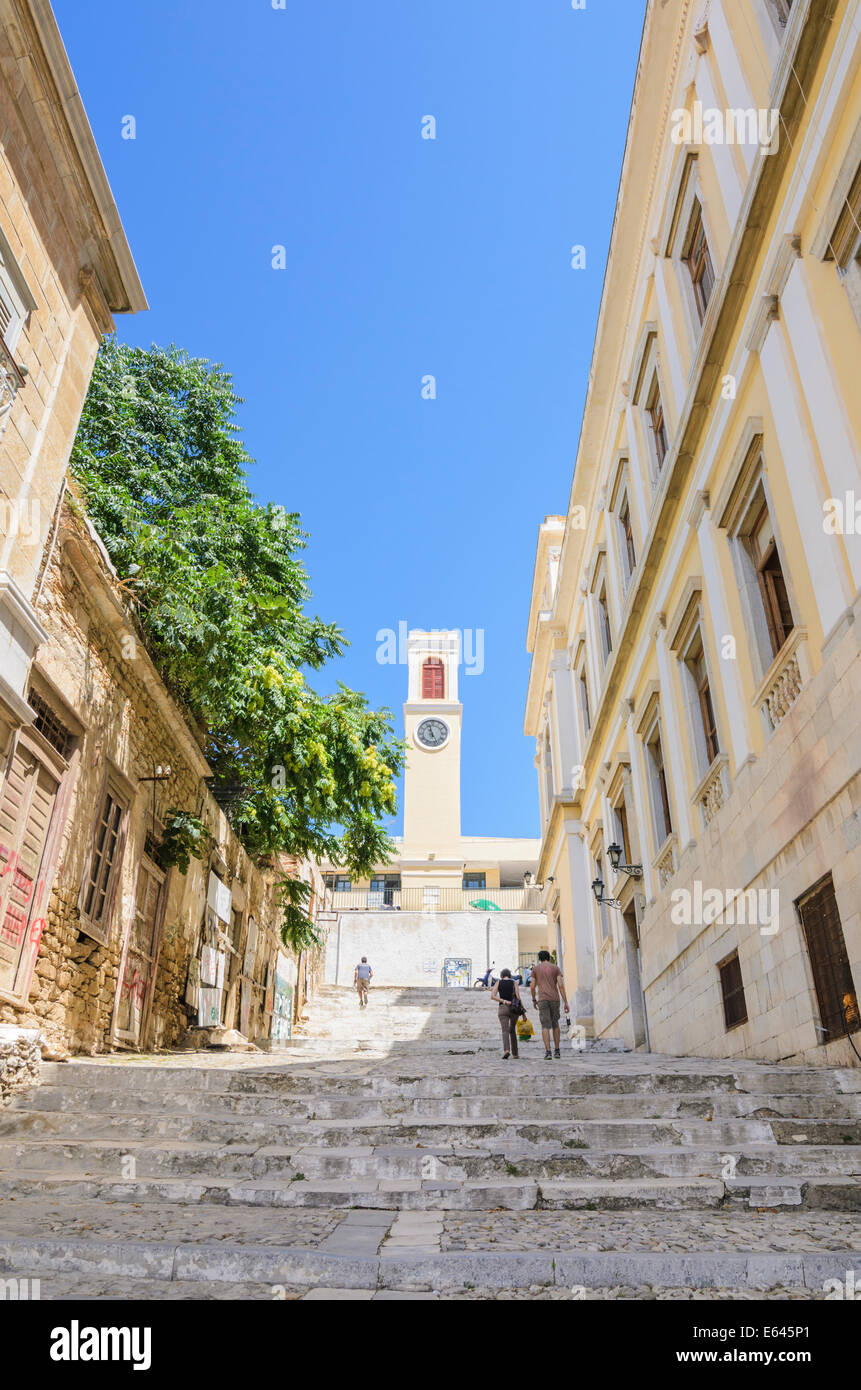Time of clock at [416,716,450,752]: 11:25
